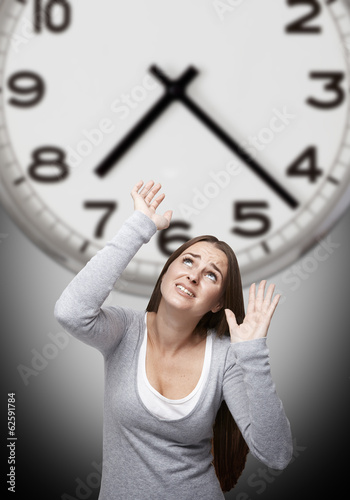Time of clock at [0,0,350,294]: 7:22
